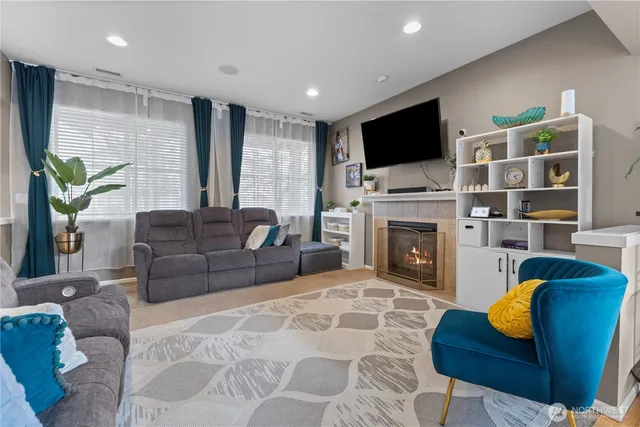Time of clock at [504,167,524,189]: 5:12
